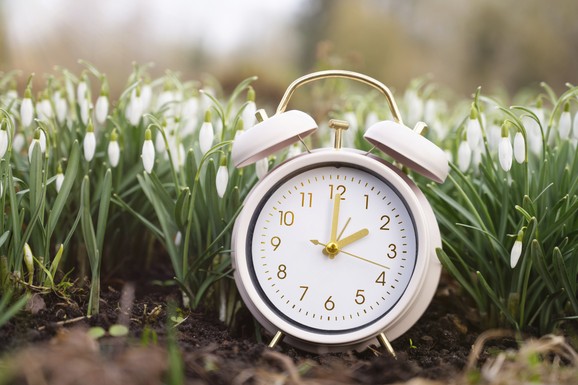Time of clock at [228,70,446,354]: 2:00
